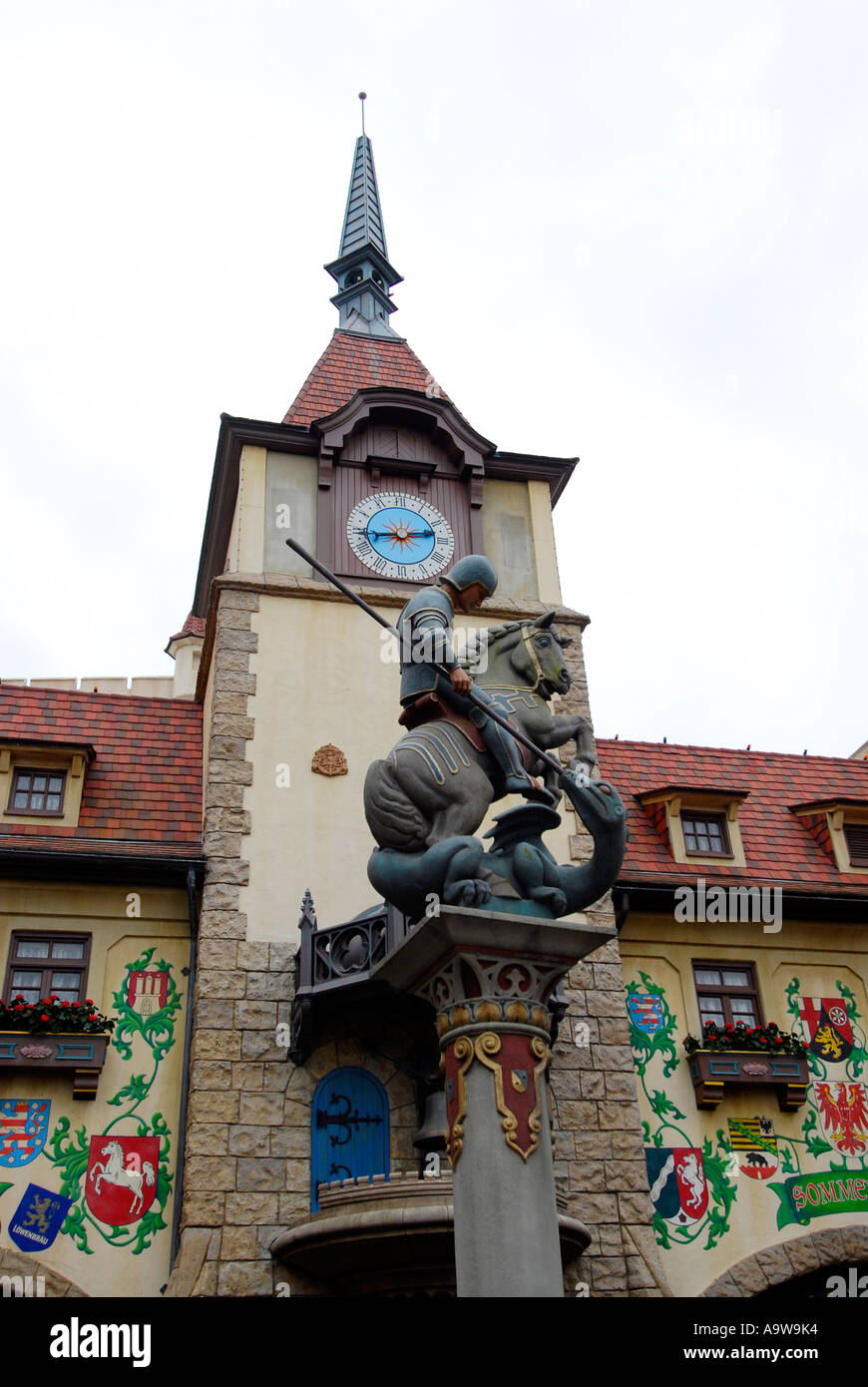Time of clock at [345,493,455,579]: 2:43
